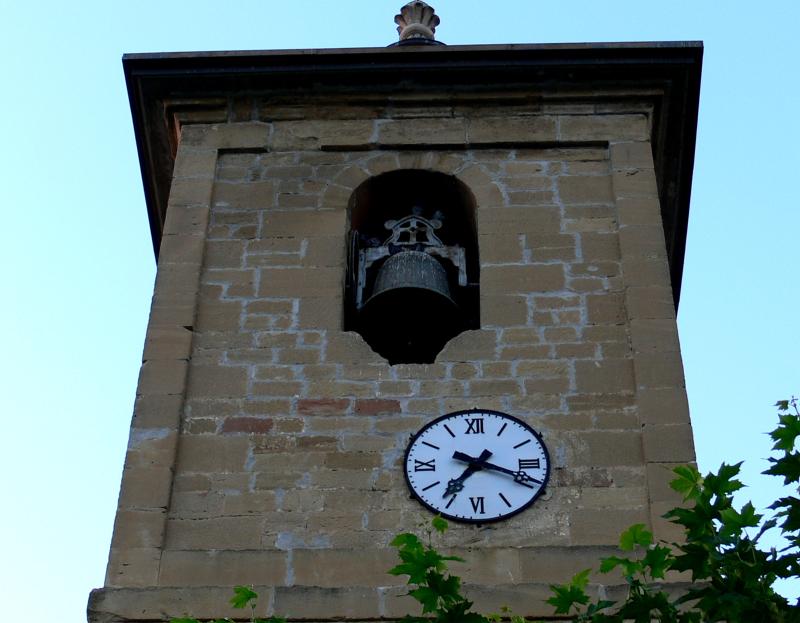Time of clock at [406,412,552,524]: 7:18
